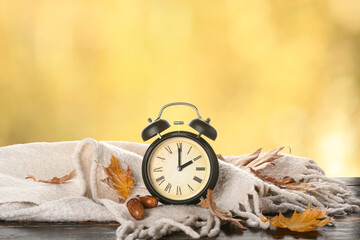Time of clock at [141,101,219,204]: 2:00
